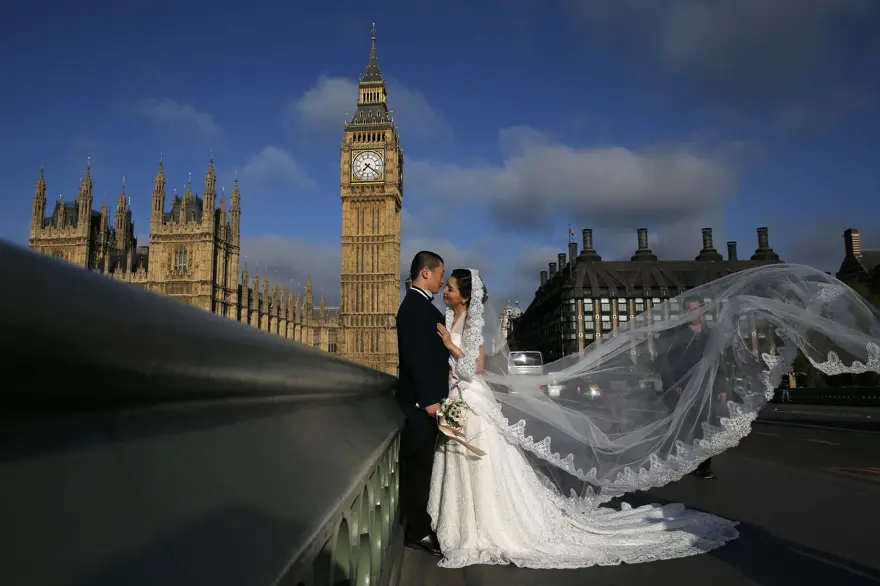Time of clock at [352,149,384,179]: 7:21
